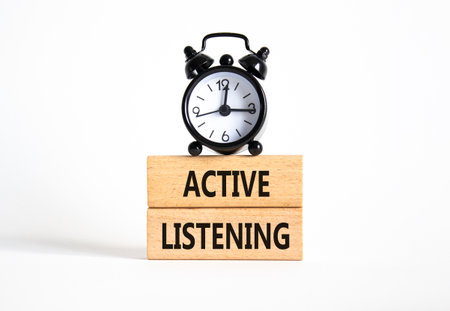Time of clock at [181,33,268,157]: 12:15
